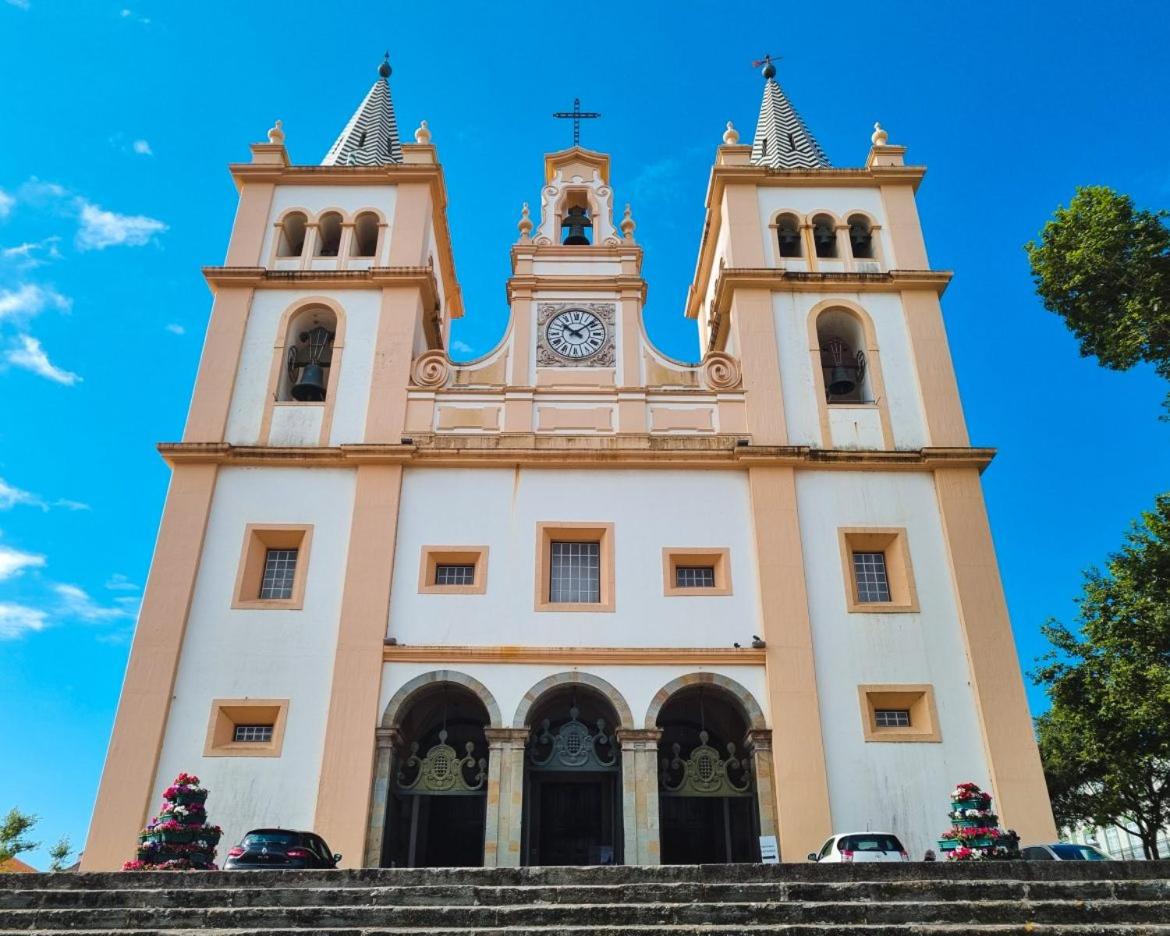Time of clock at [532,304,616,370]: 10:08
